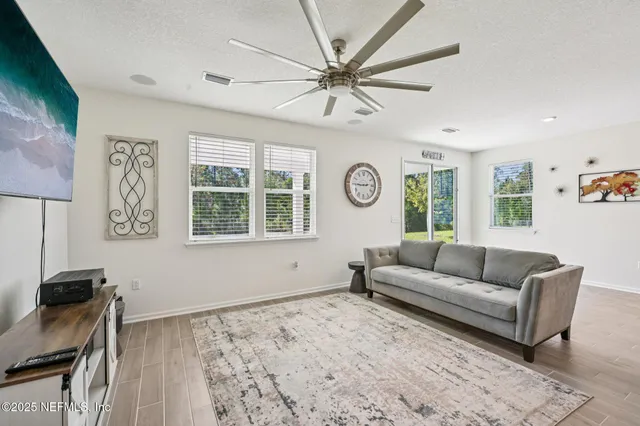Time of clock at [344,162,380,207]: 2:45
